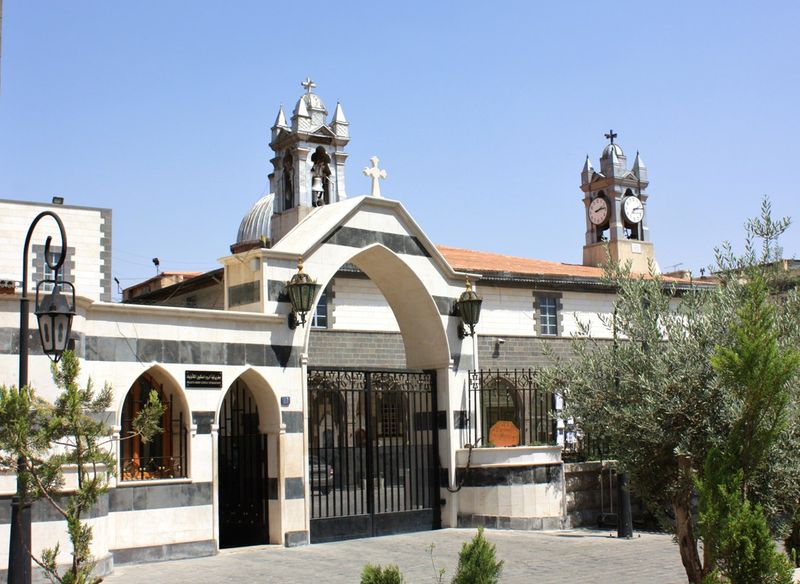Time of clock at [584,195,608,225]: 2:13
